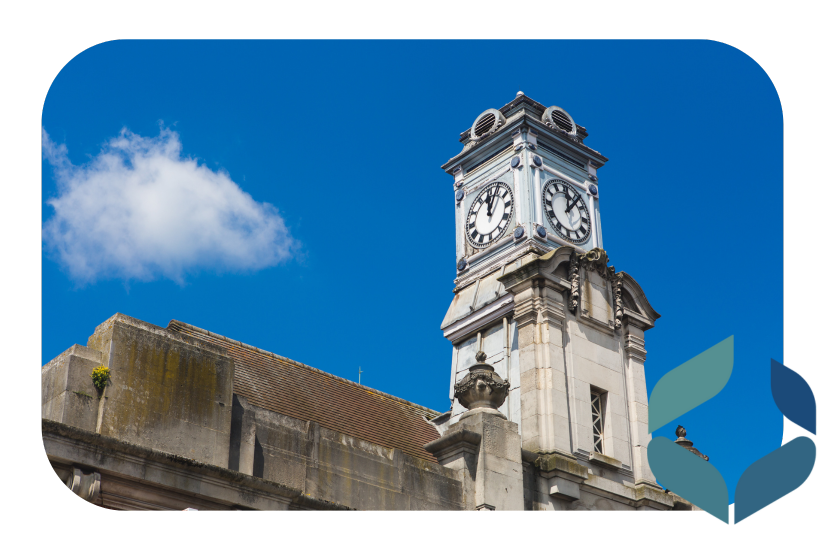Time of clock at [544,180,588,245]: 12:06
